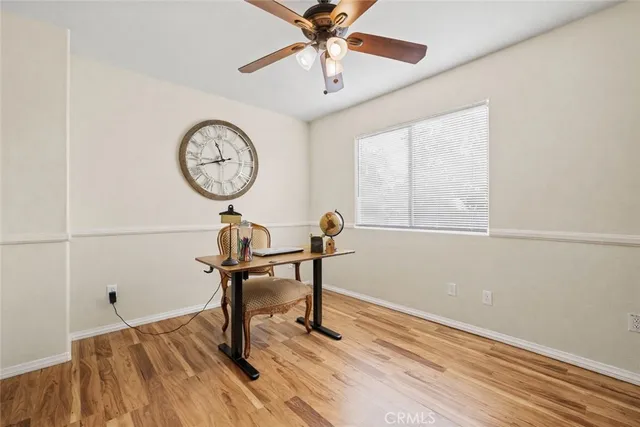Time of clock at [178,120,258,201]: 11:42
